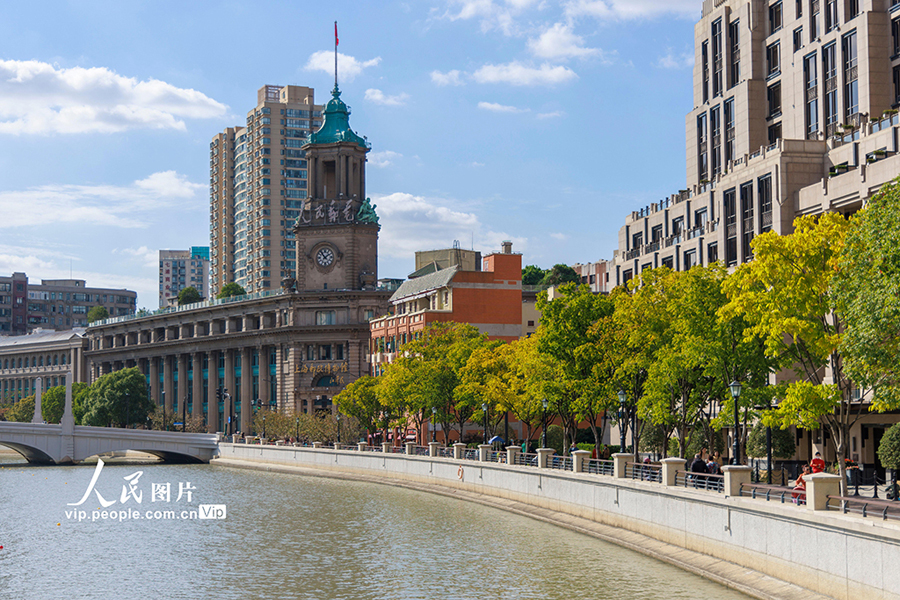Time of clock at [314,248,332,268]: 1:53
